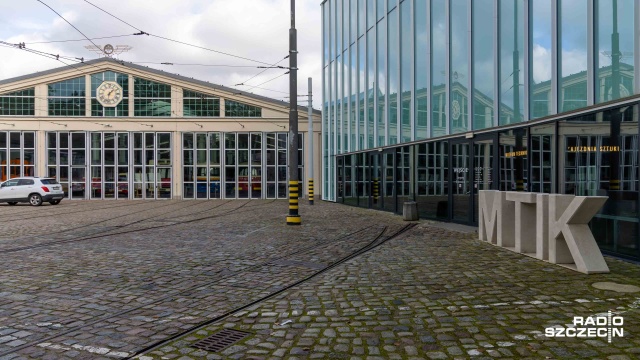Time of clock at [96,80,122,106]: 1:32
